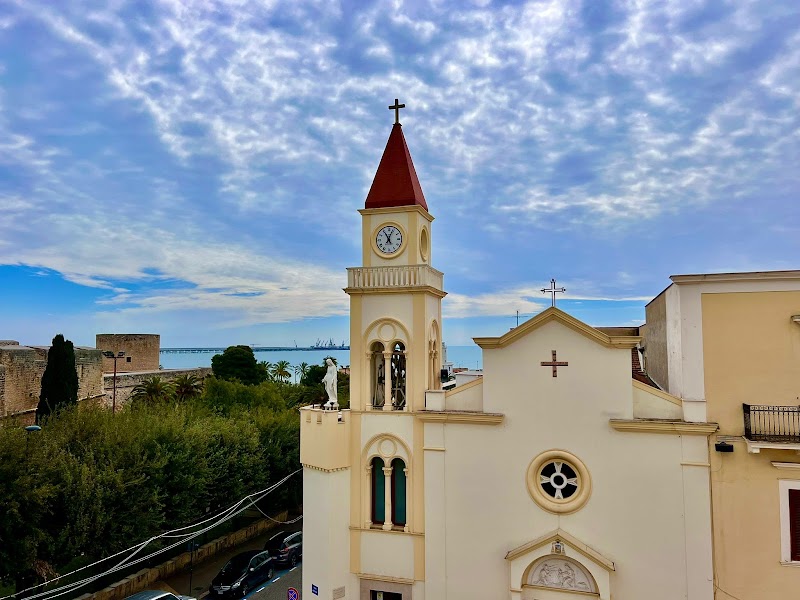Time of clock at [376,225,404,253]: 11:03
